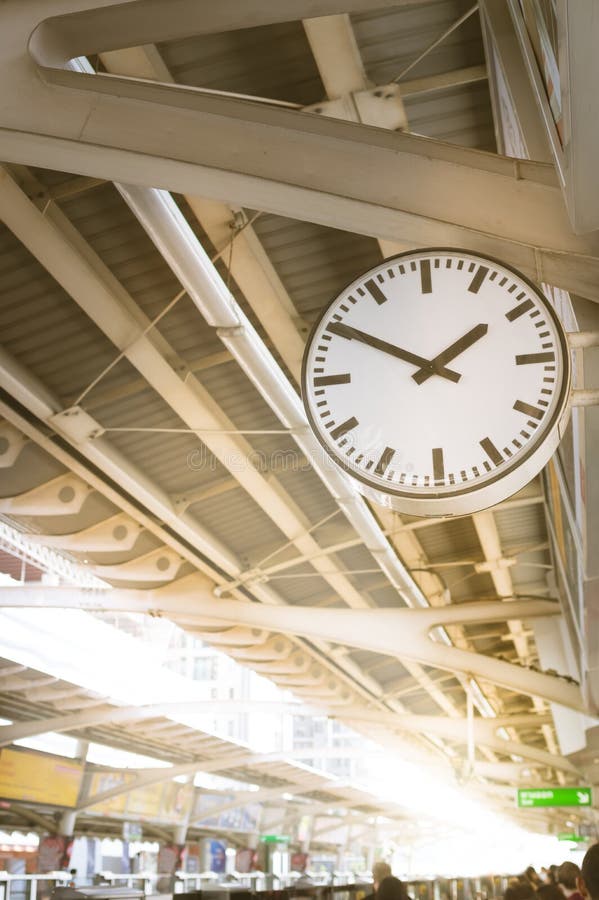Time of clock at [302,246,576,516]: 1:50
